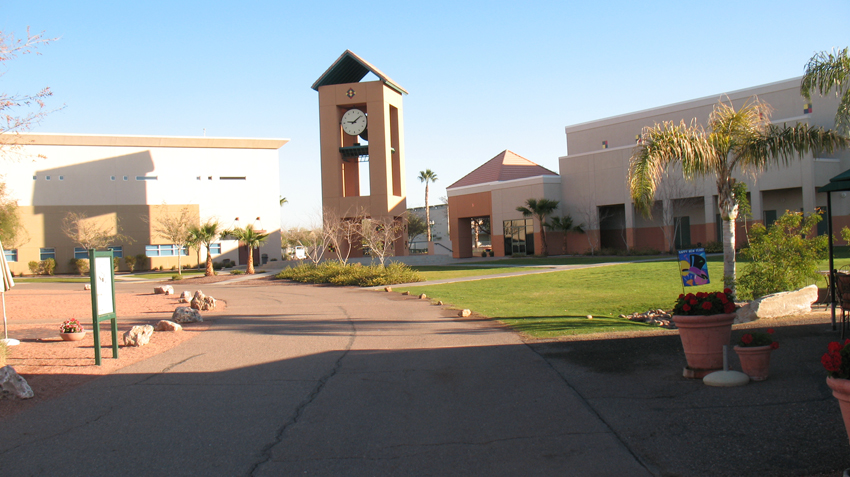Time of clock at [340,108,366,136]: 9:08
